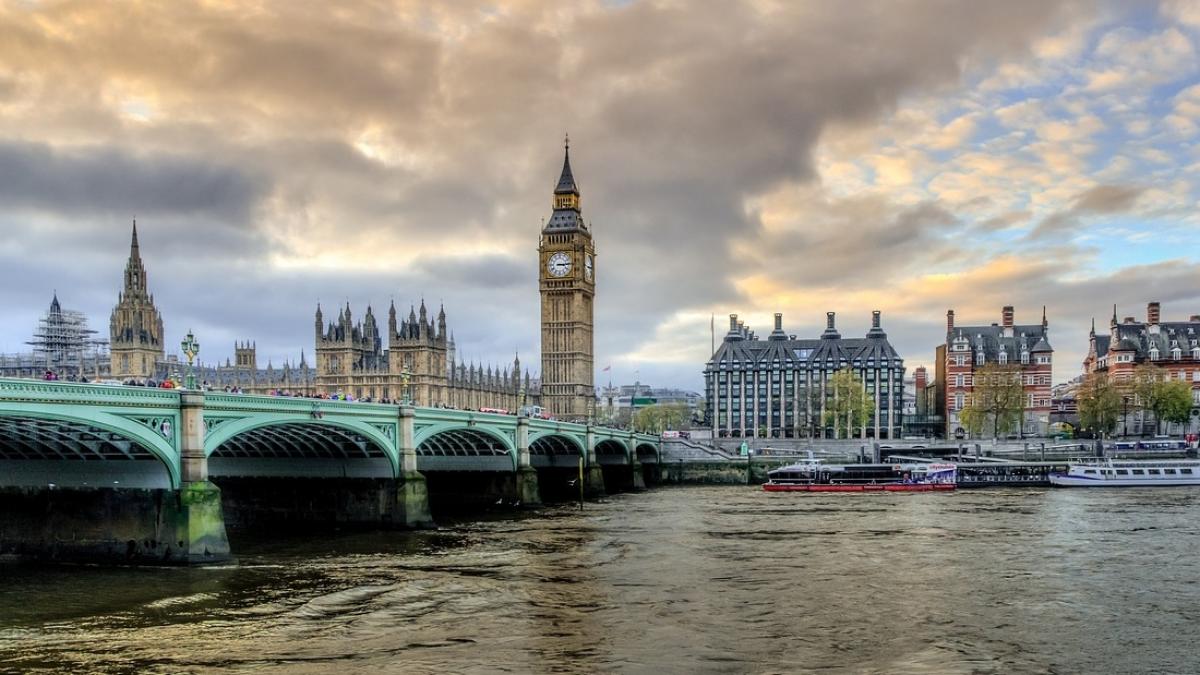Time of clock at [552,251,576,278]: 3:14
